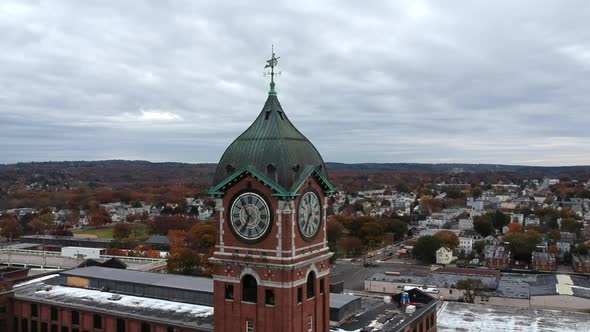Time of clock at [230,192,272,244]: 6:54
